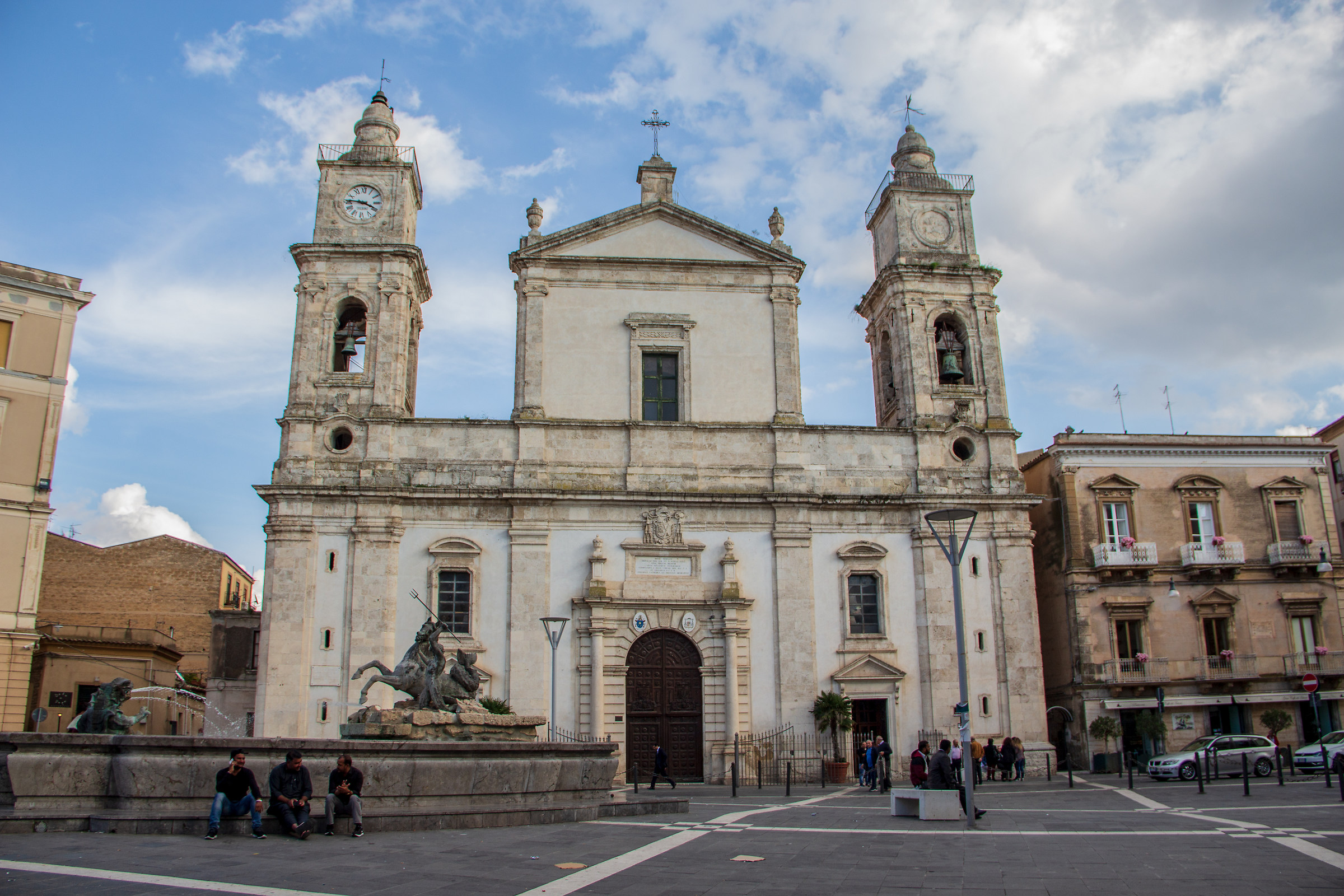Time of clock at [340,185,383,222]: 3:45
